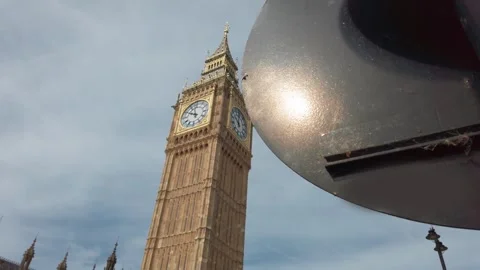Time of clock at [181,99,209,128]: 9:57
